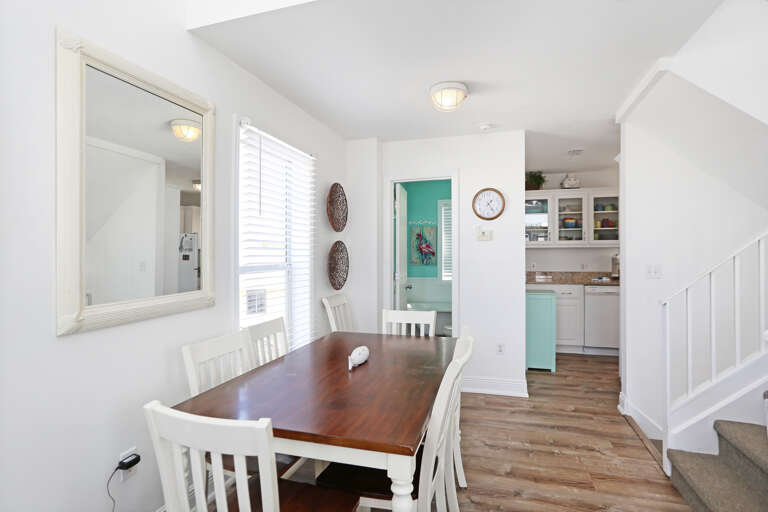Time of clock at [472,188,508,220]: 1:24
